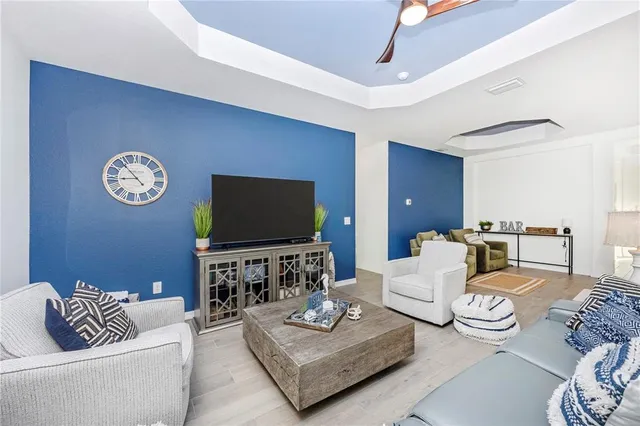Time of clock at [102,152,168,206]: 8:53
